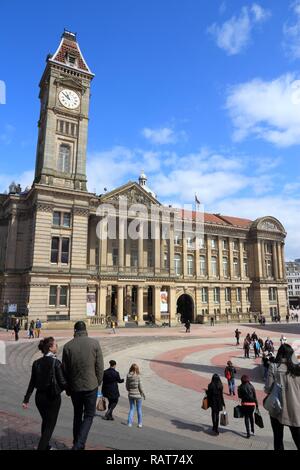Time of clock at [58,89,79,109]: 11:52
